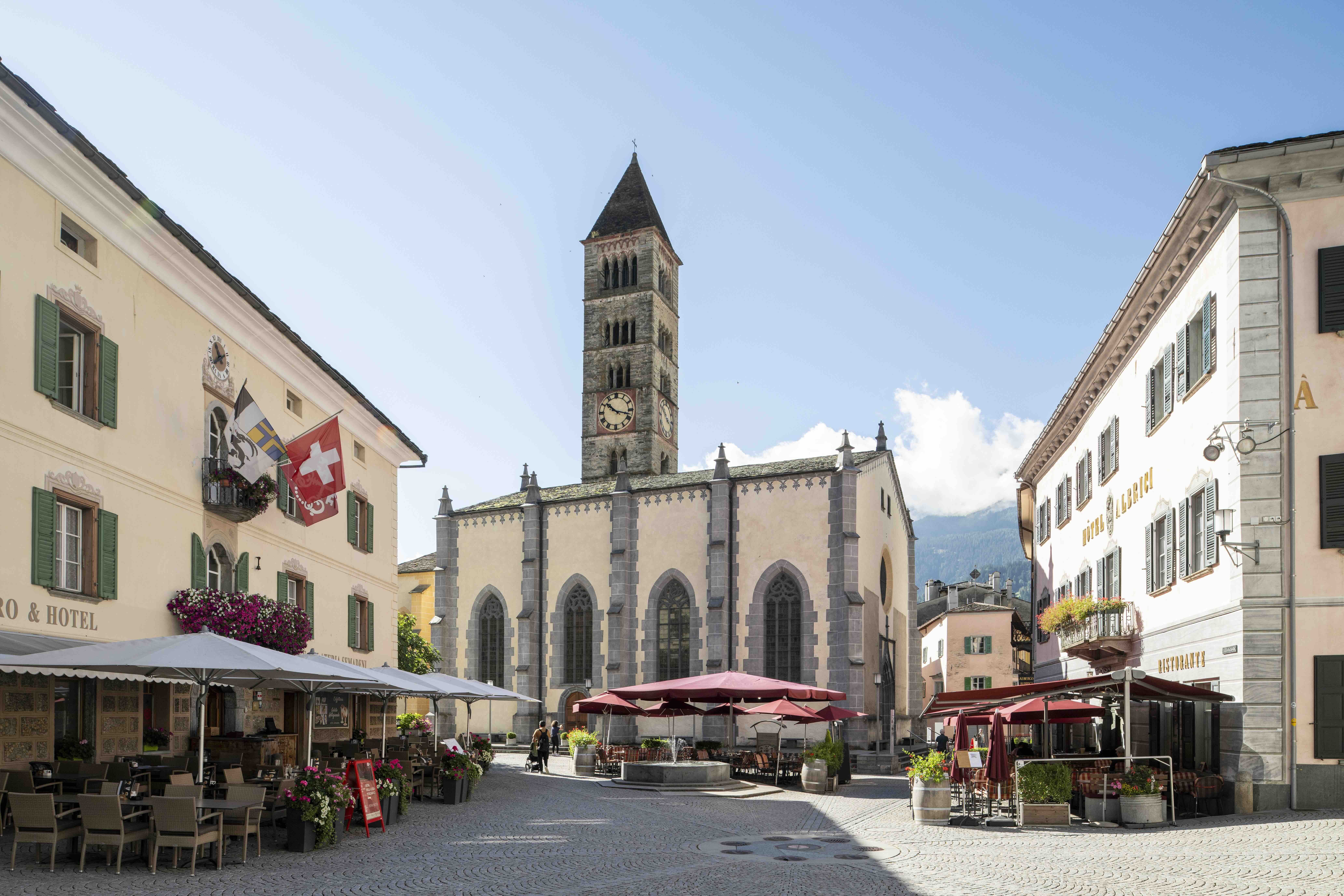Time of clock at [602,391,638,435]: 10:17
